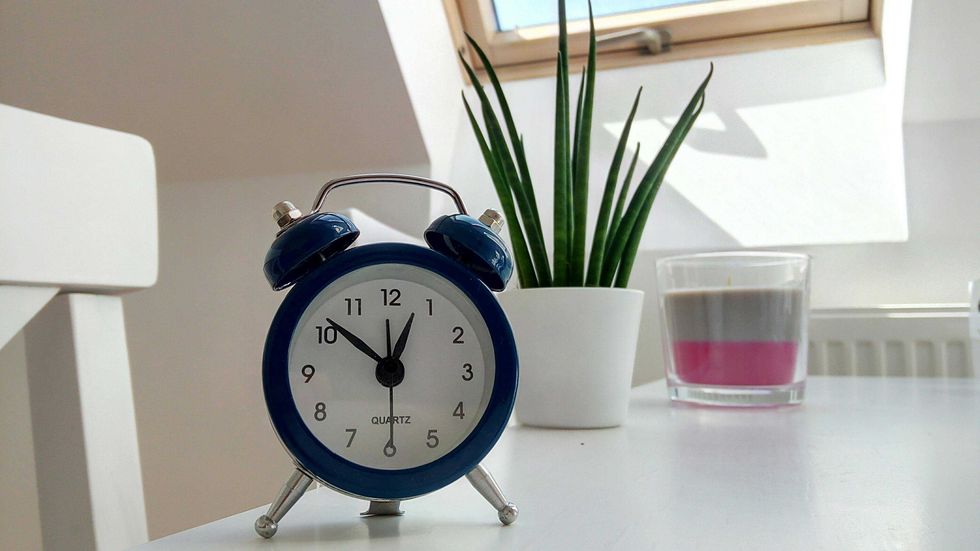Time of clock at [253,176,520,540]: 12:51
